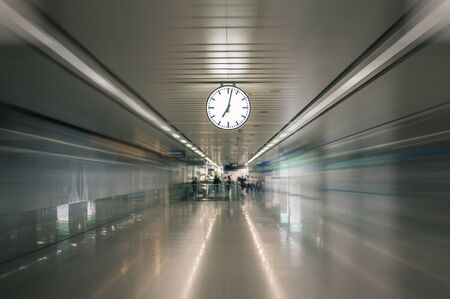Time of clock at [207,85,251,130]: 7:01
